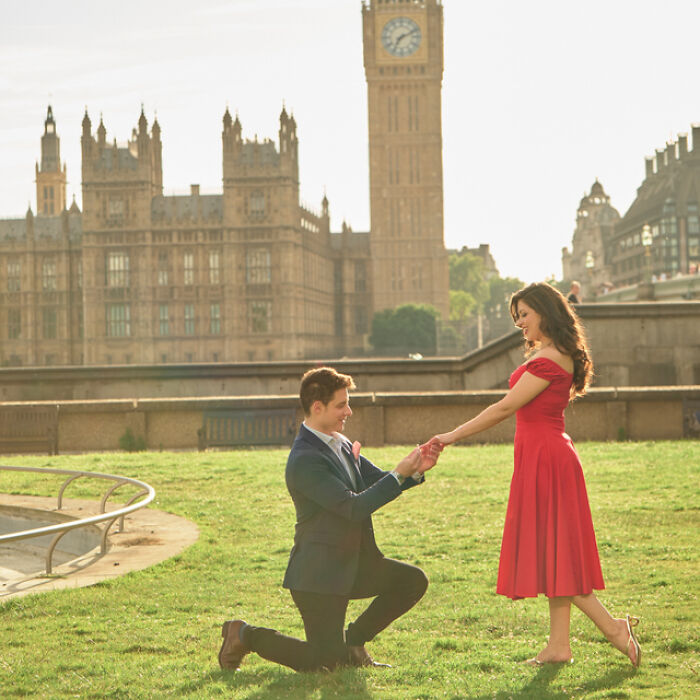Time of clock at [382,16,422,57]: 7:11
